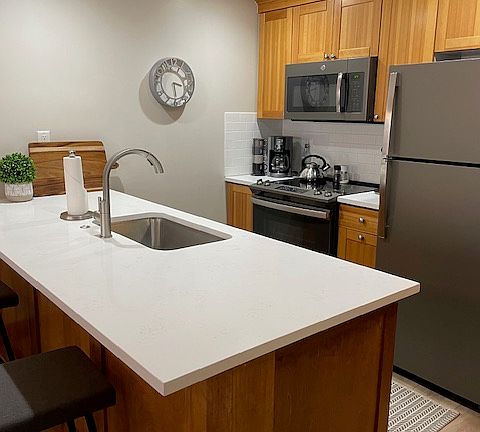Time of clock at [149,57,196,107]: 3:29
